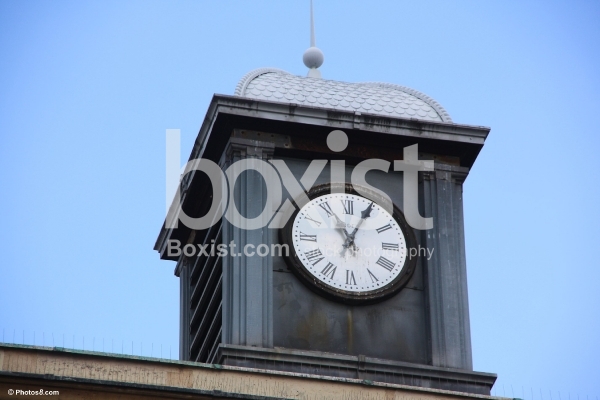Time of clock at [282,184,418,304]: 11:04
